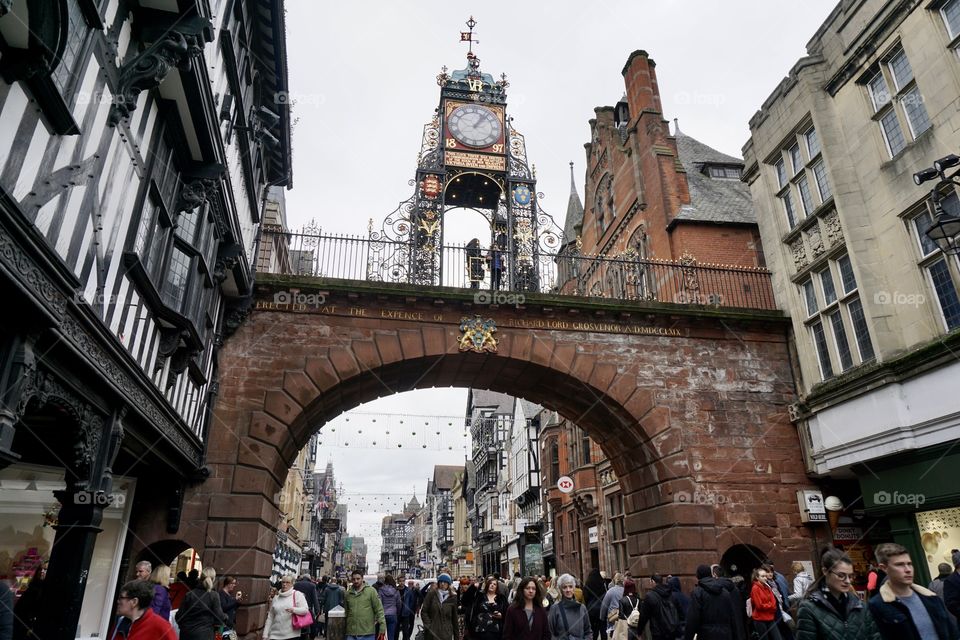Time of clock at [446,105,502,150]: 1:07
